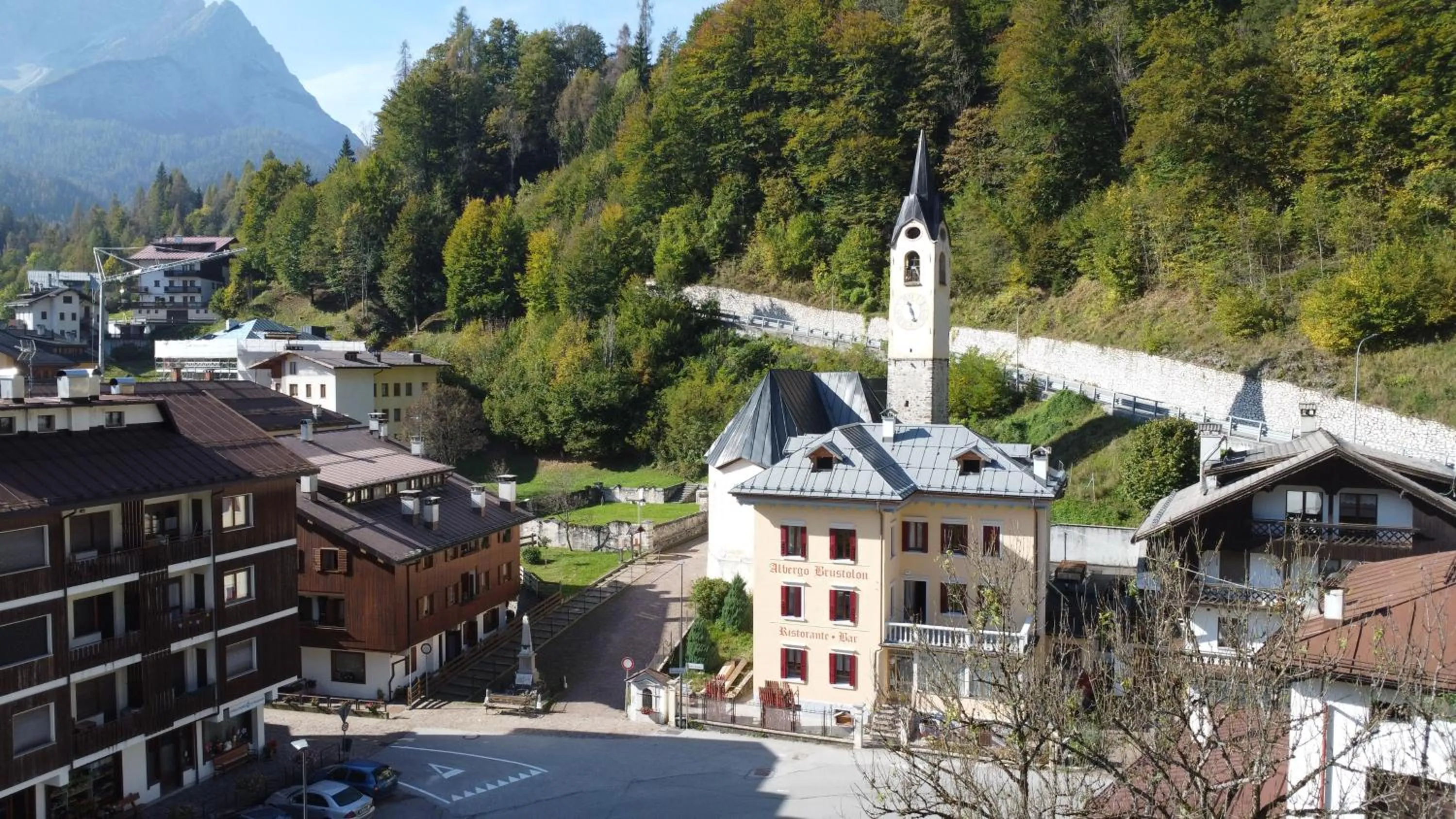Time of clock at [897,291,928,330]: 5:26
